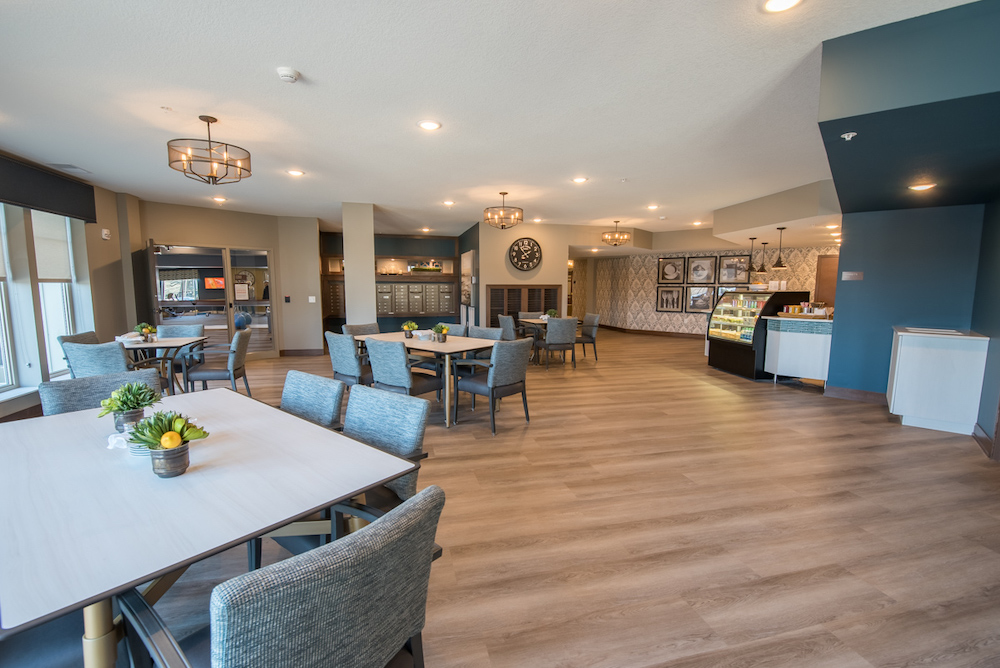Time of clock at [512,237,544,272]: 1:53
